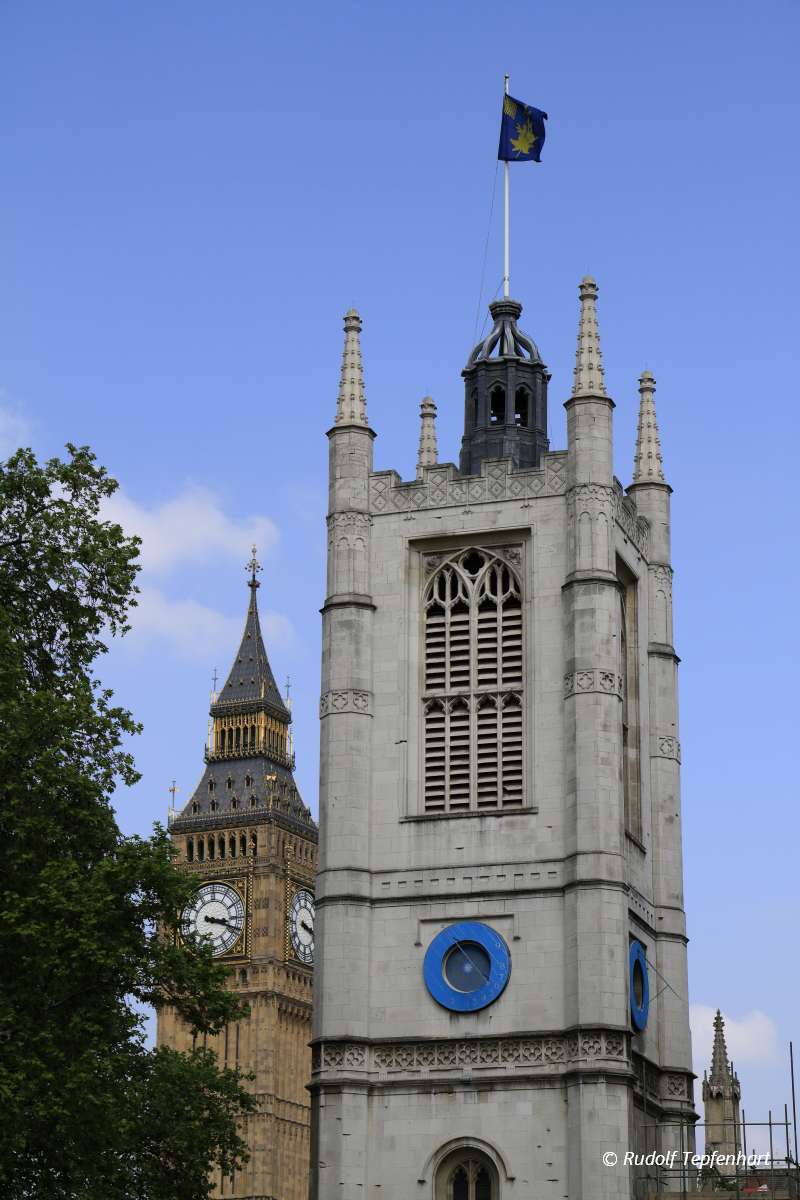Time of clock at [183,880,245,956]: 3:18
